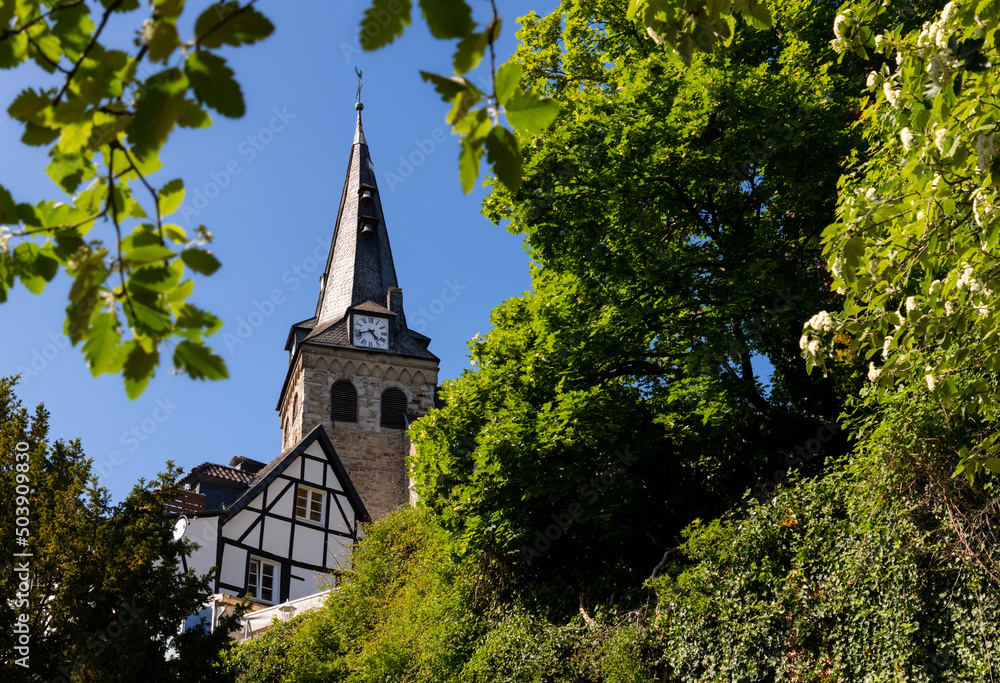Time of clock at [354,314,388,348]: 4:42
